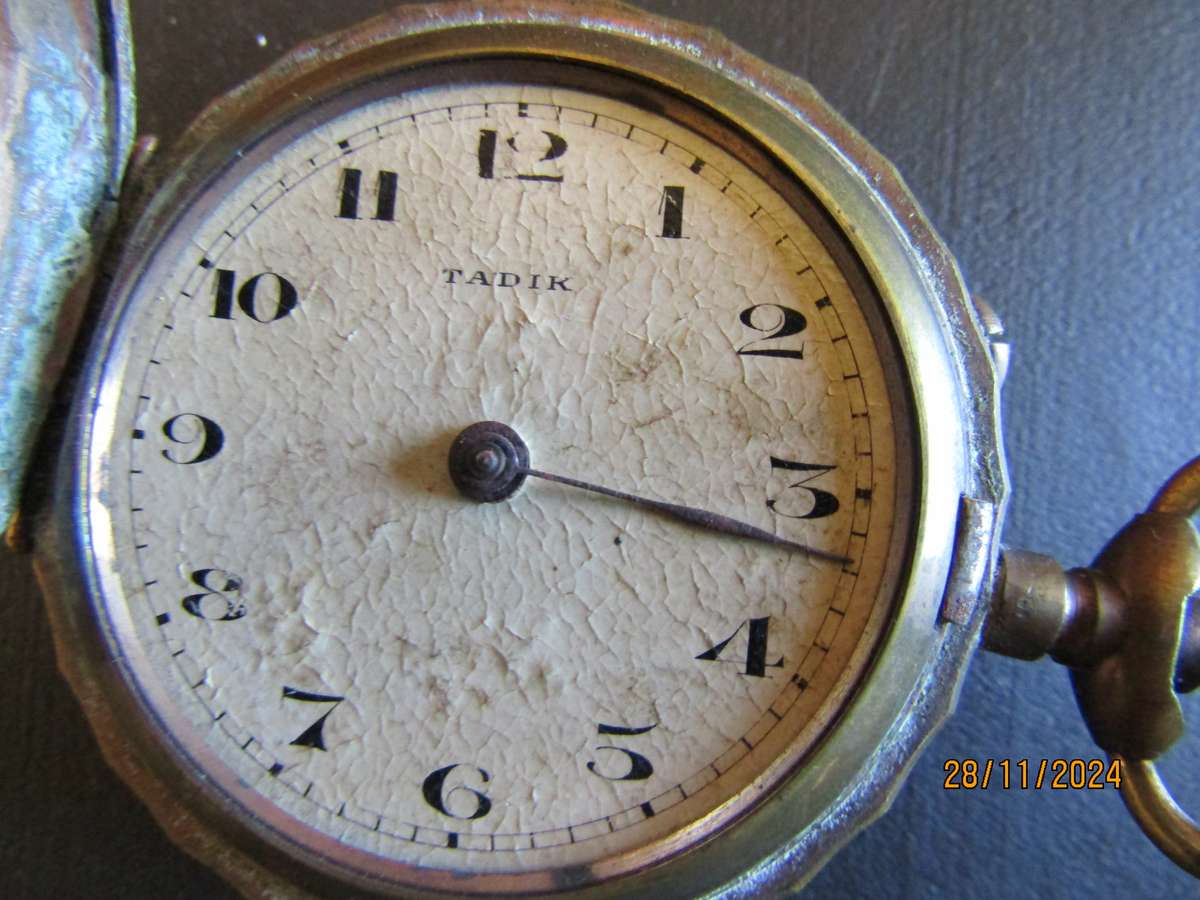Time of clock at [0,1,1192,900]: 3:16
